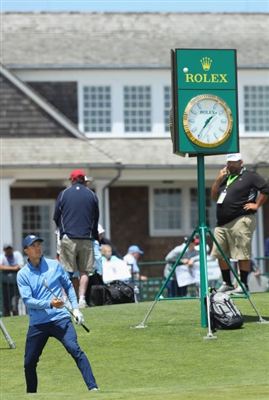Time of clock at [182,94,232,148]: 1:35
